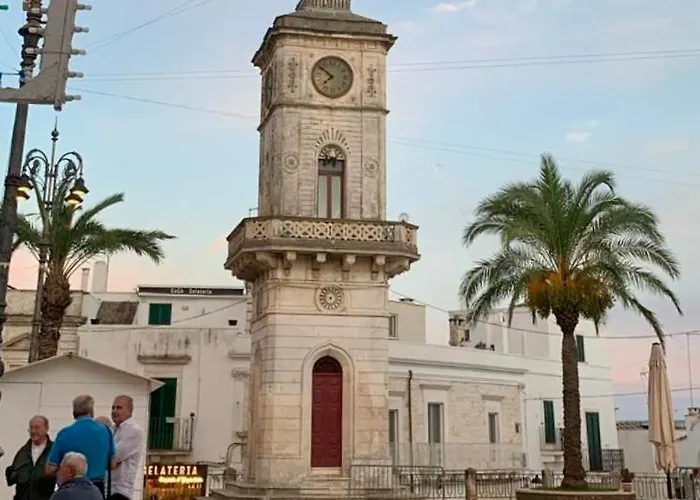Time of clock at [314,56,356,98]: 7:51
